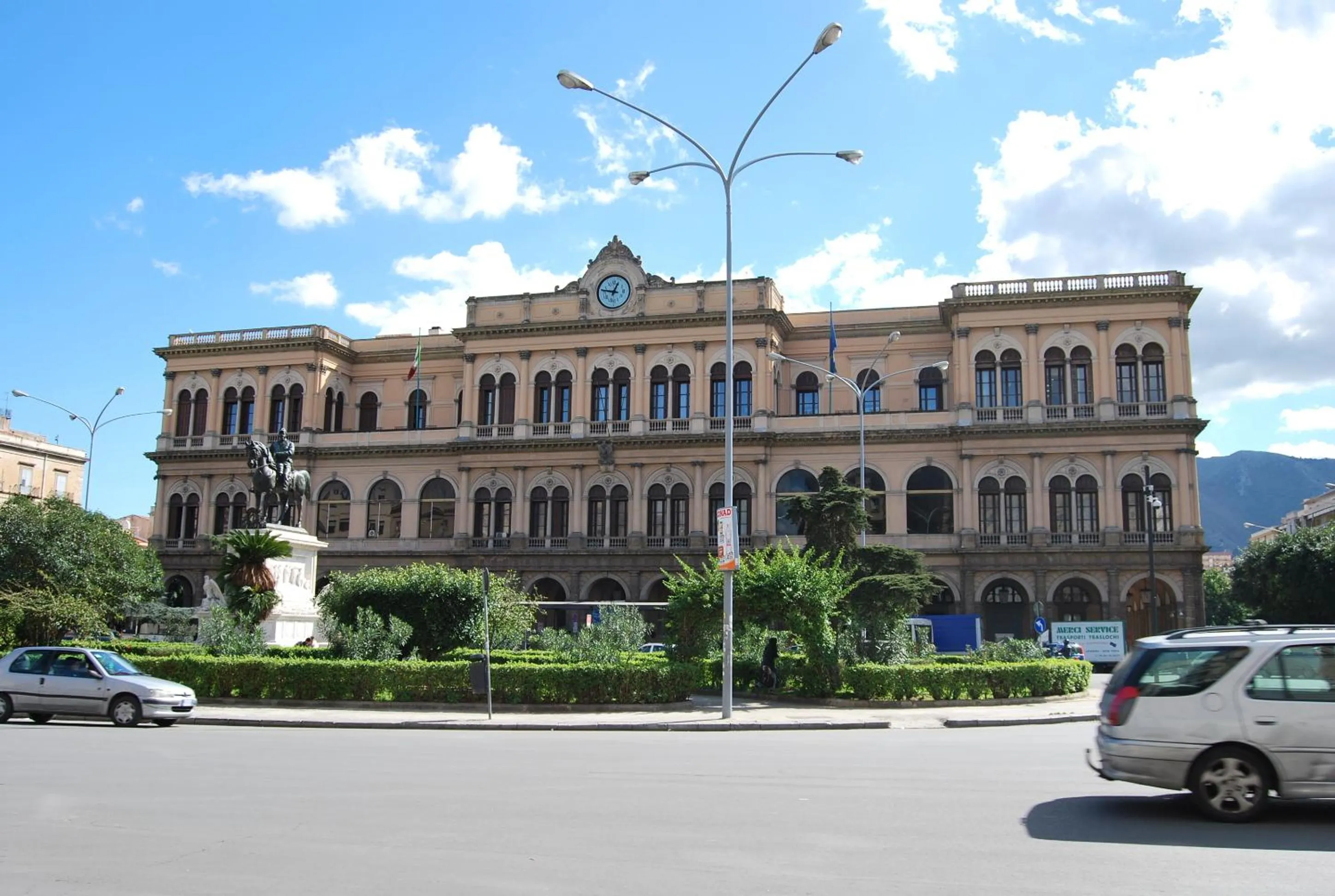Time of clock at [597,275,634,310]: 12:47
